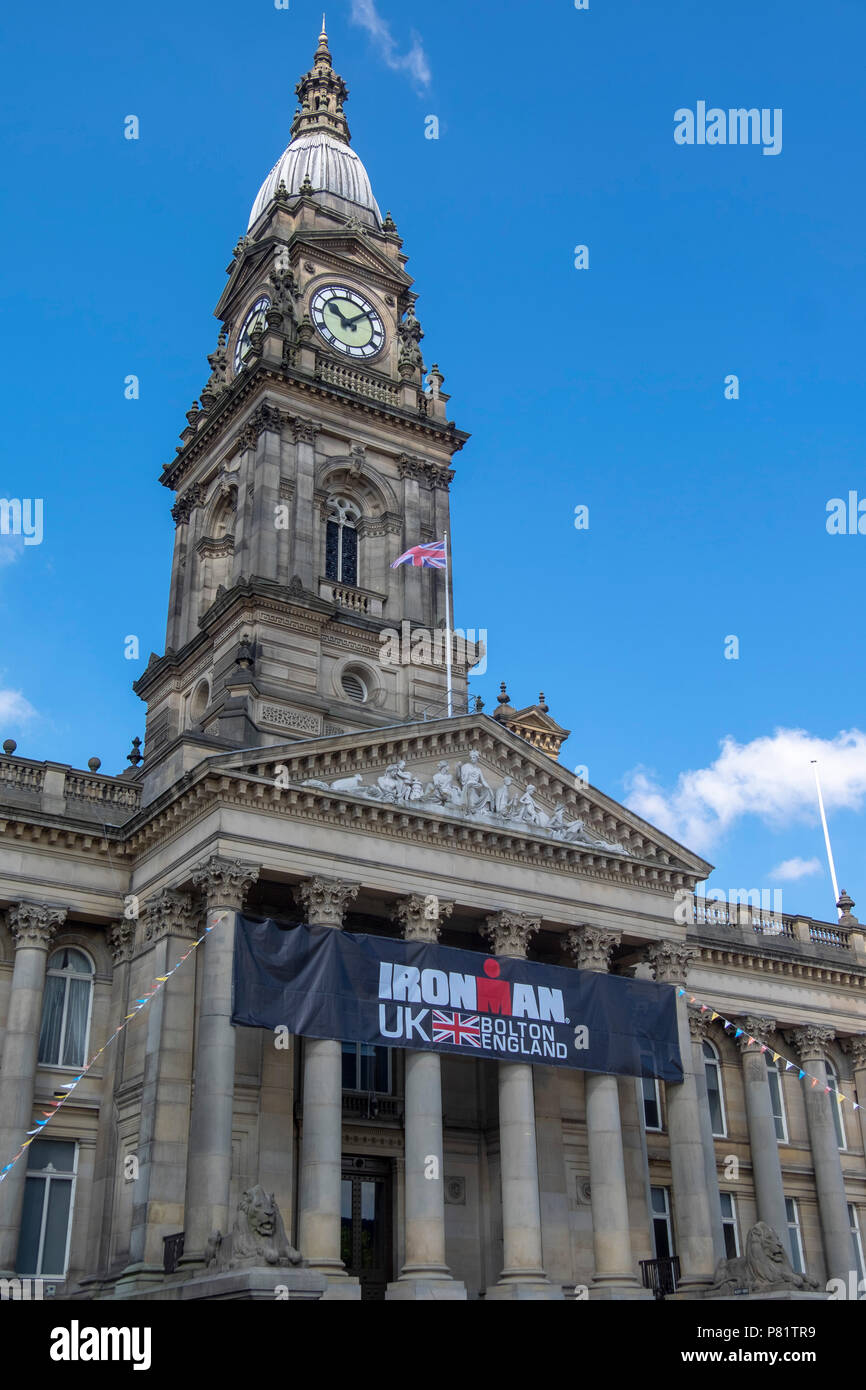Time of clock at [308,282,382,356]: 10:08
